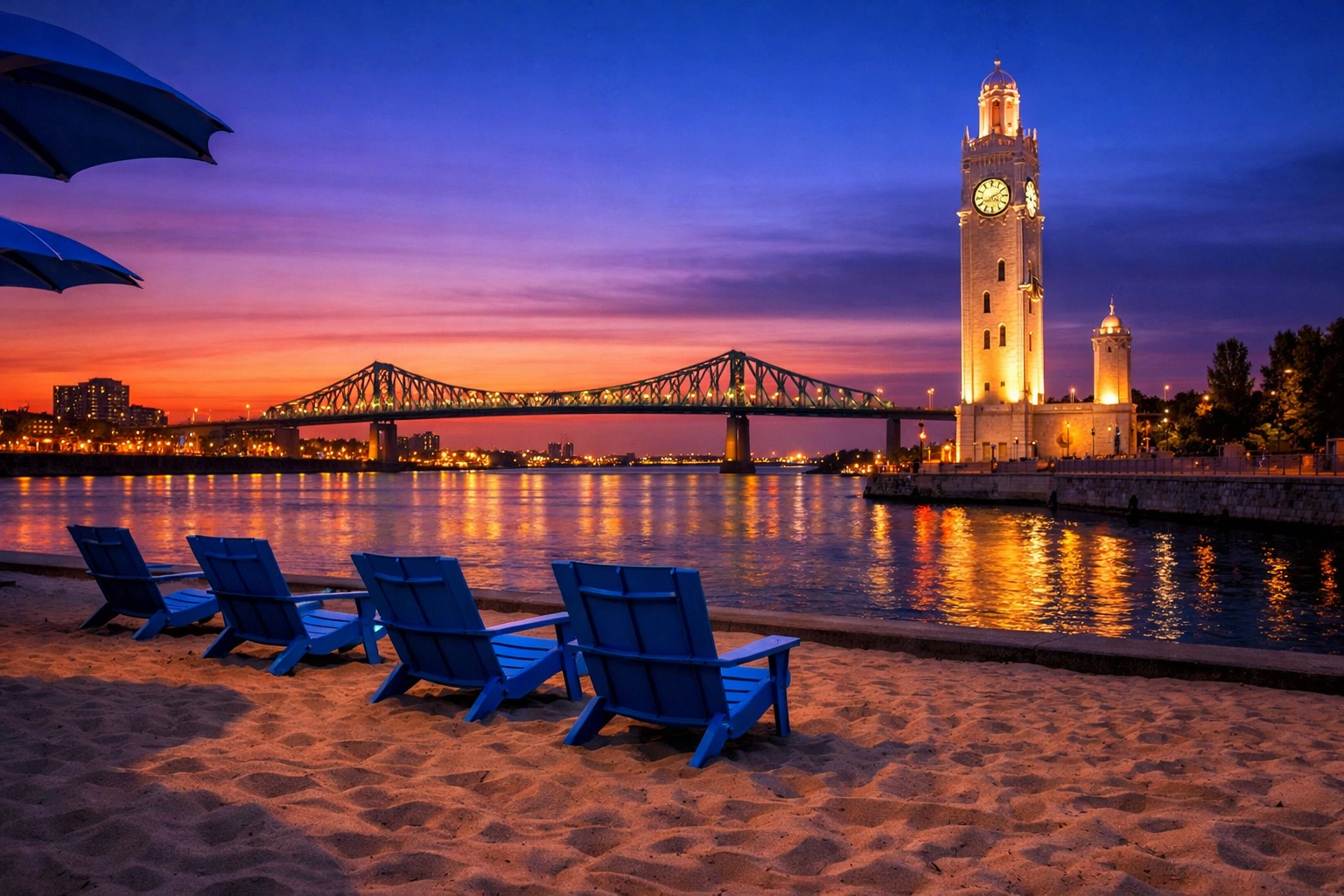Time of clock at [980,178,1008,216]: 4:10
